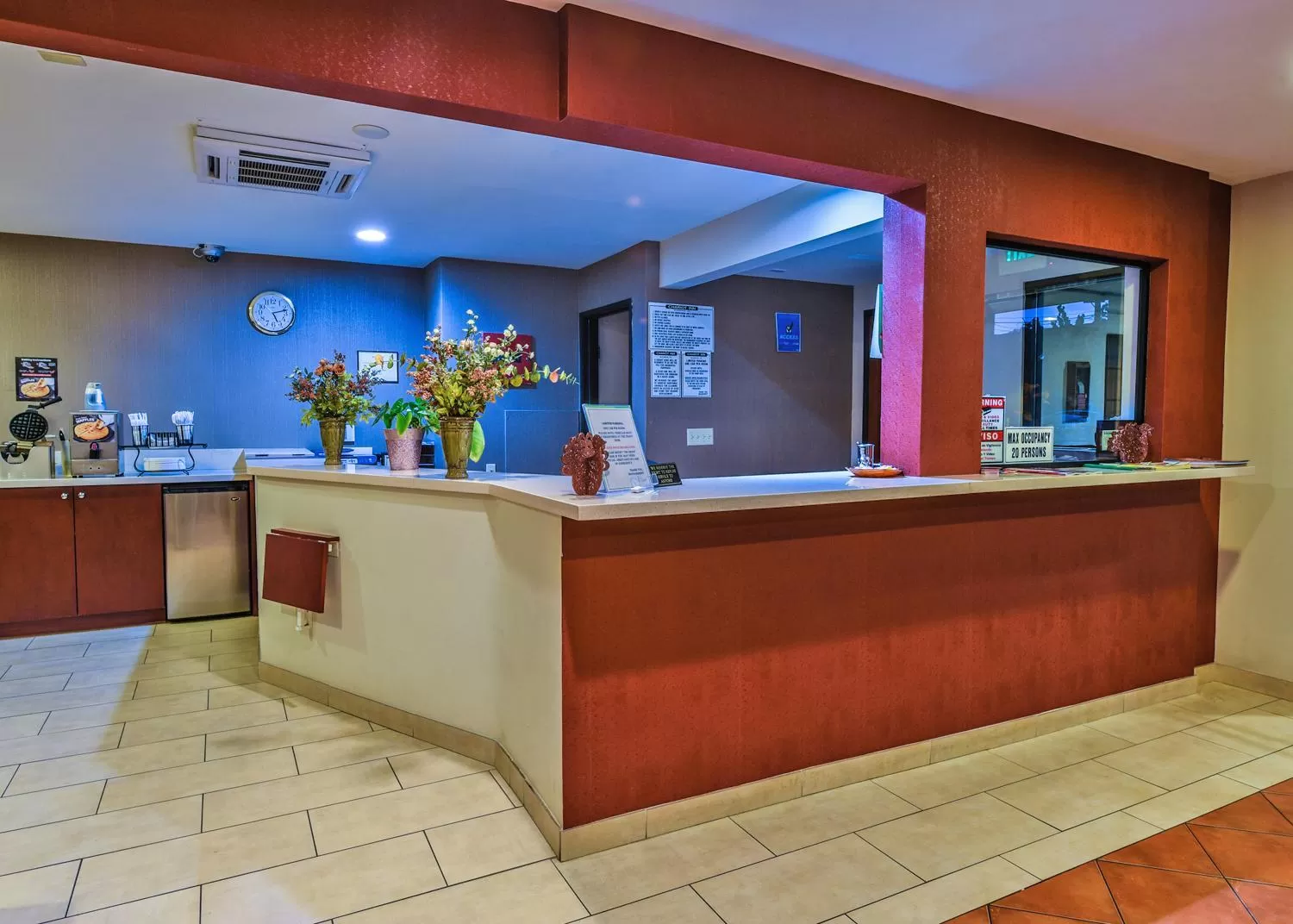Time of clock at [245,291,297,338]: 5:12
